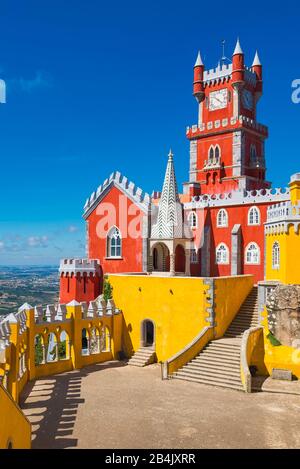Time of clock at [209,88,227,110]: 4:22
